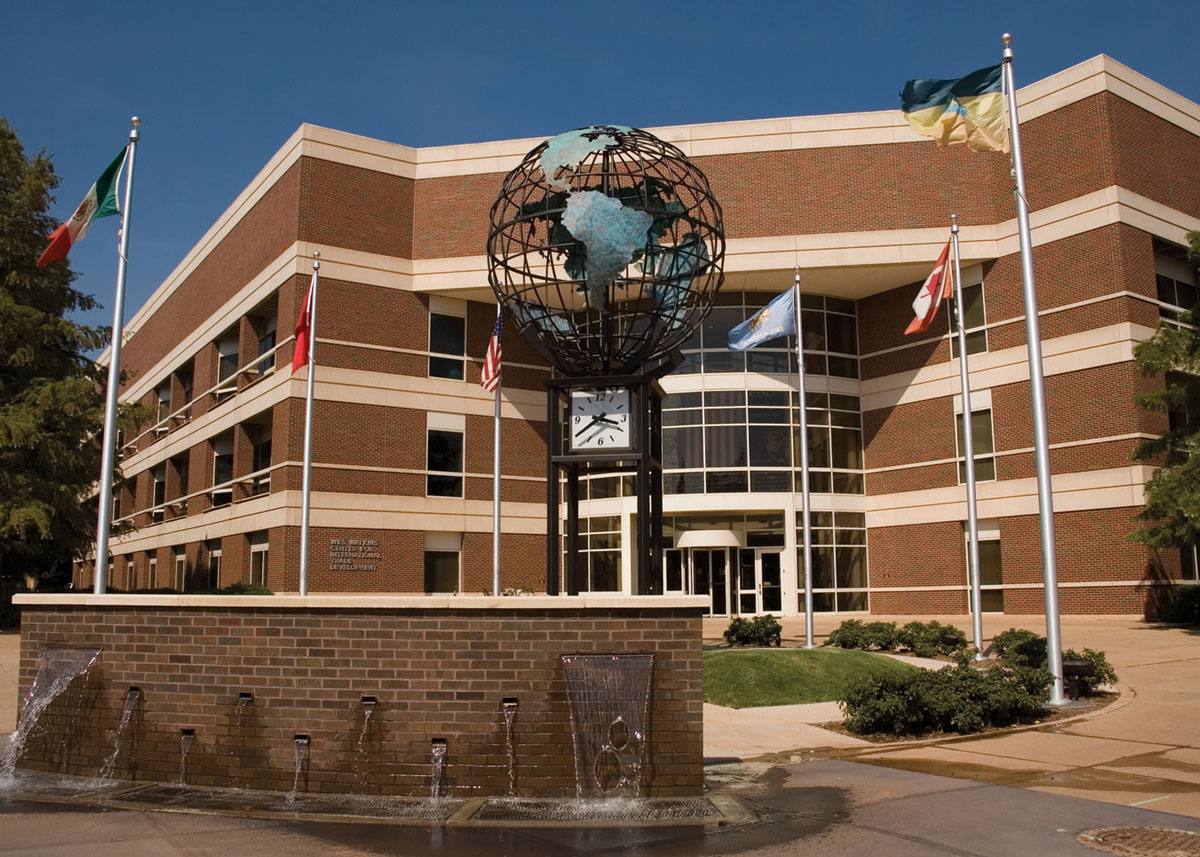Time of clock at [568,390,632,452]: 3:39
